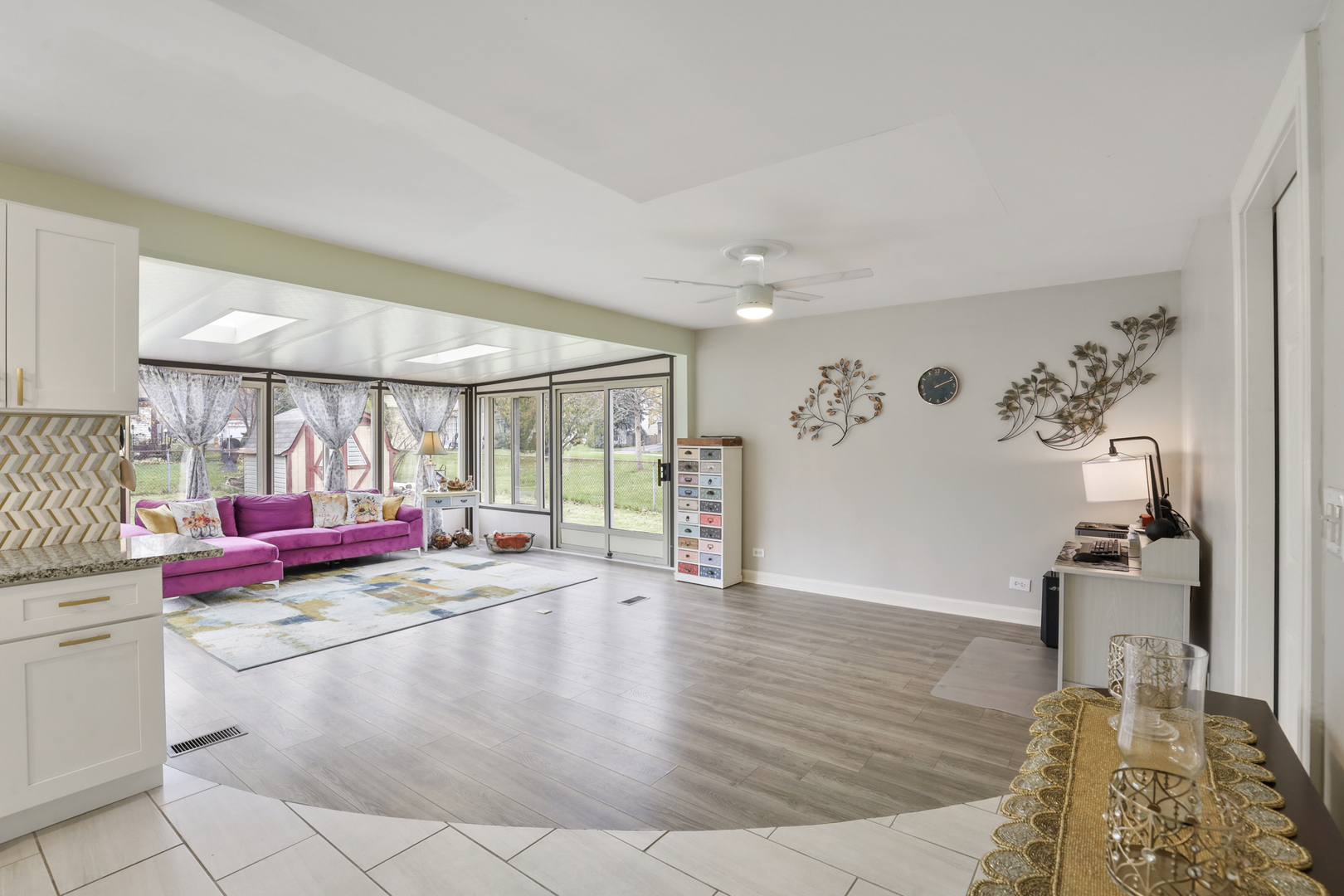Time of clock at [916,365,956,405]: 4:11
